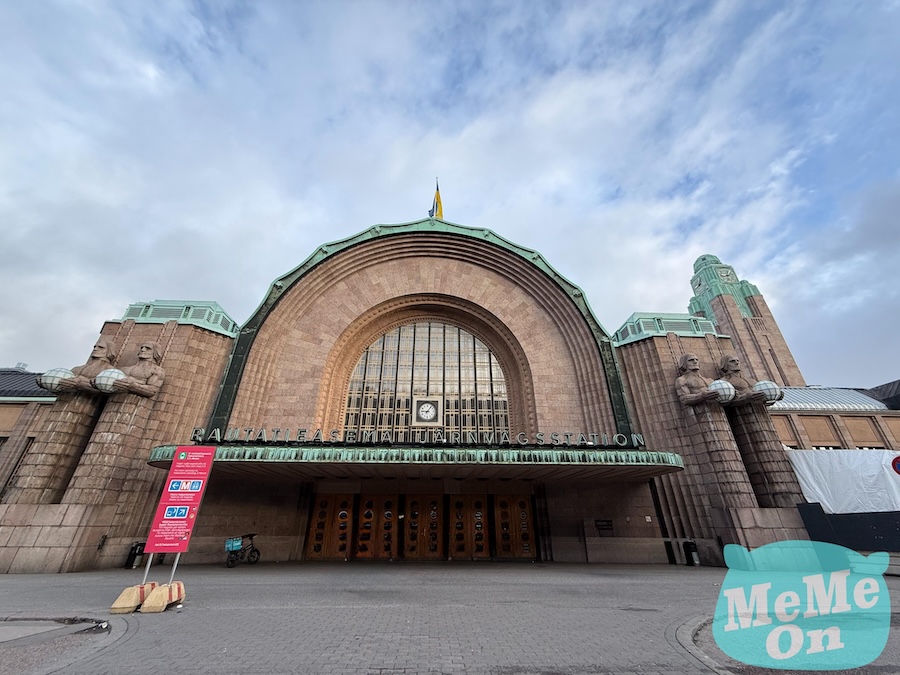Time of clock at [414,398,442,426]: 9:06
